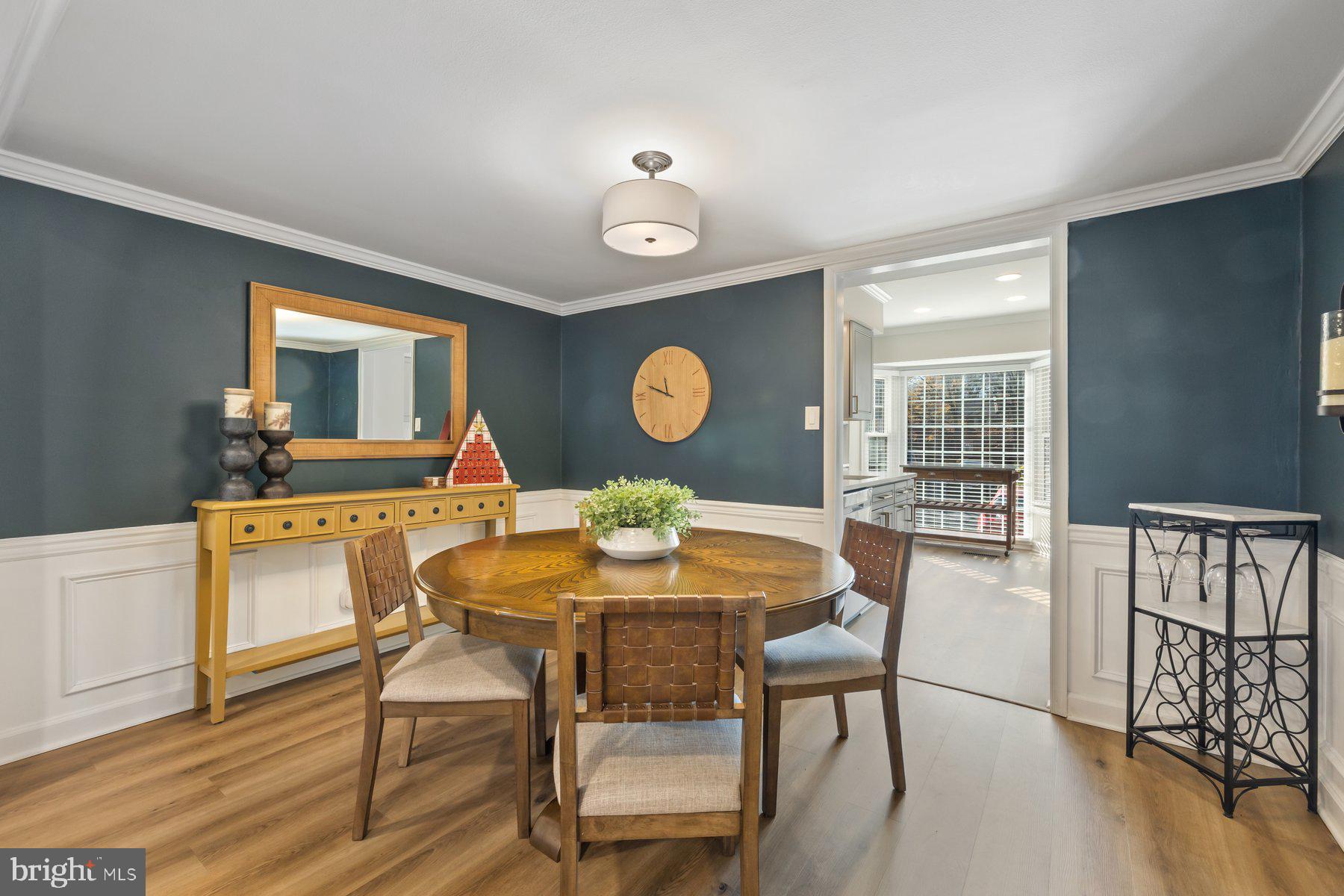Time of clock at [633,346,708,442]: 11:48
